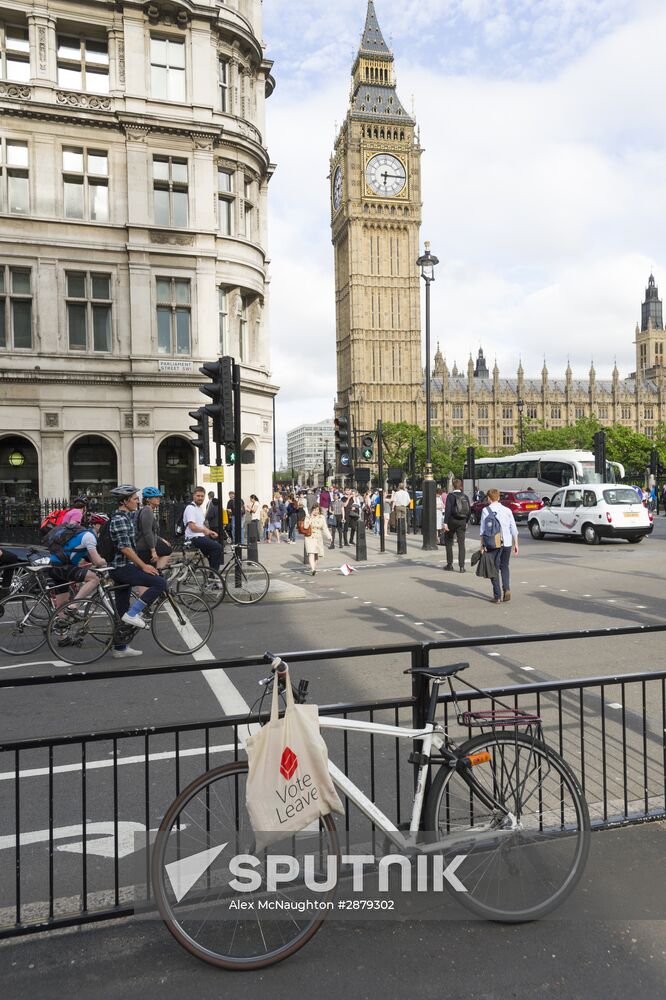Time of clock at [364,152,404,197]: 6:15
